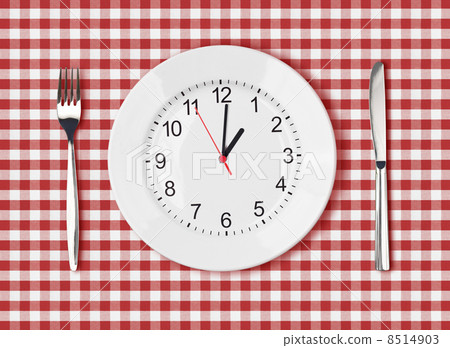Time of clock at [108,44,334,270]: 1:00
